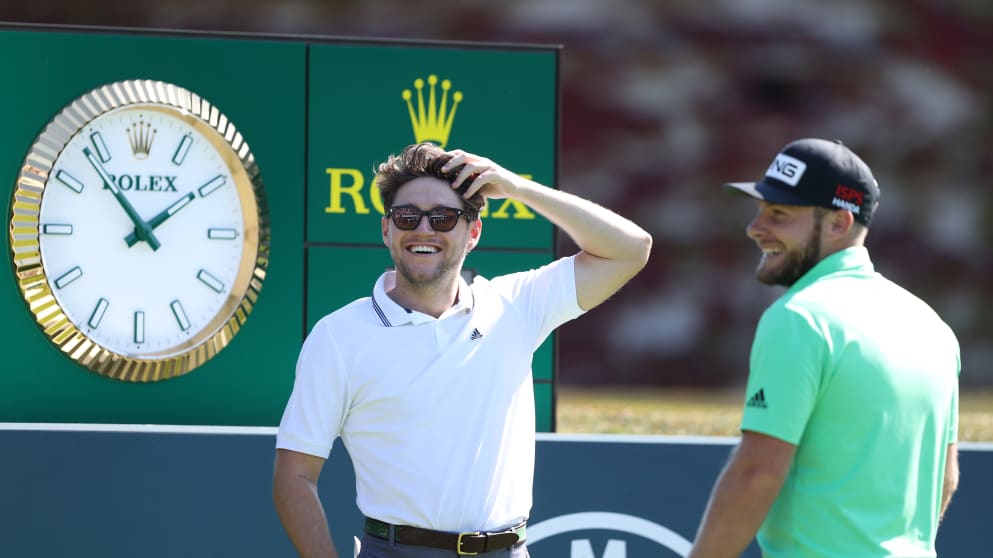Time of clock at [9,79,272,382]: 1:53
